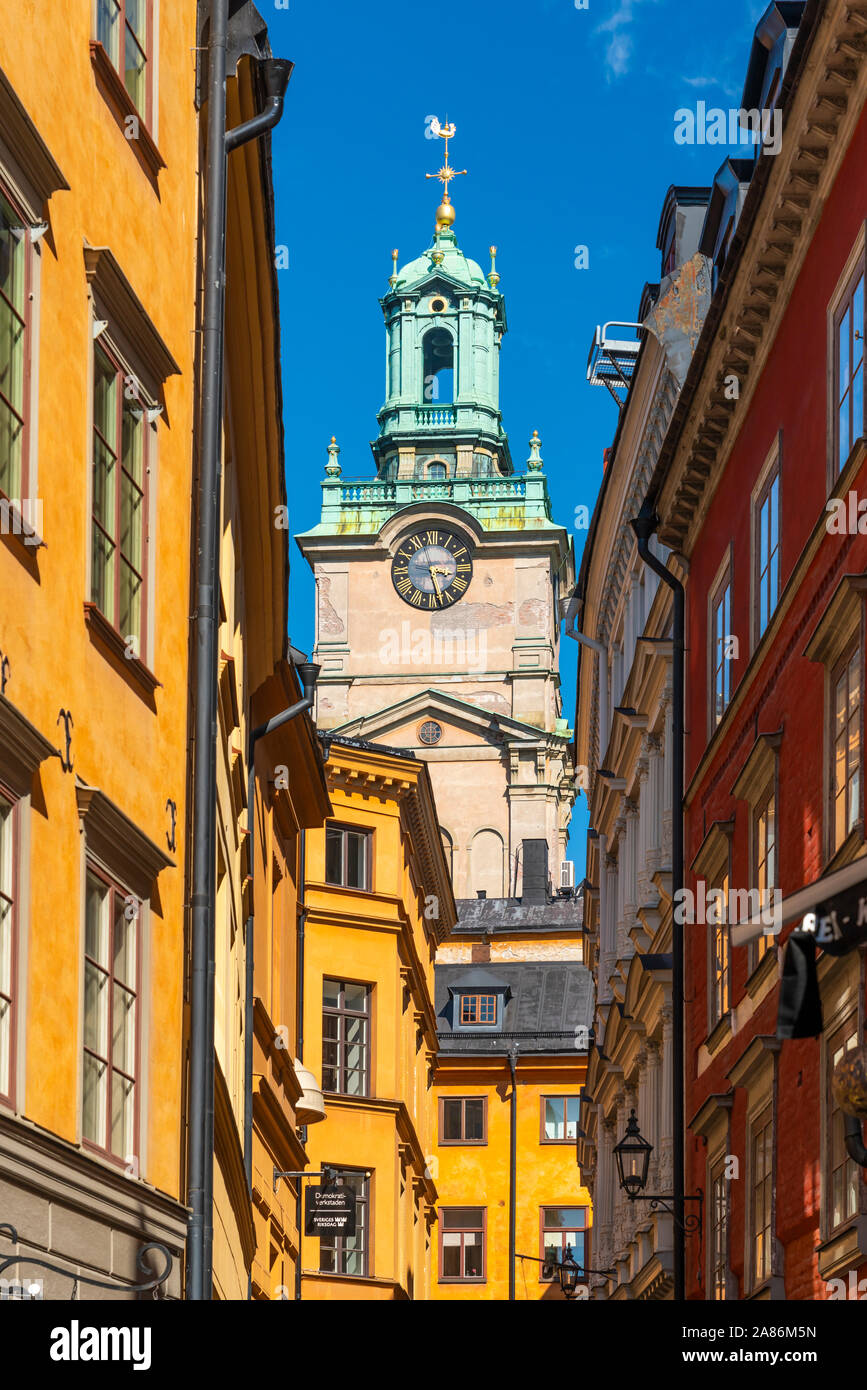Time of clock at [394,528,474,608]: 3:27
